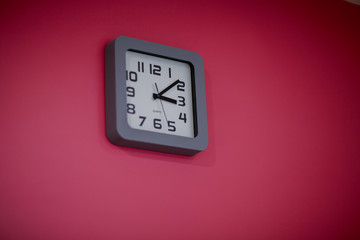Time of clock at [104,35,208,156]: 3:08
